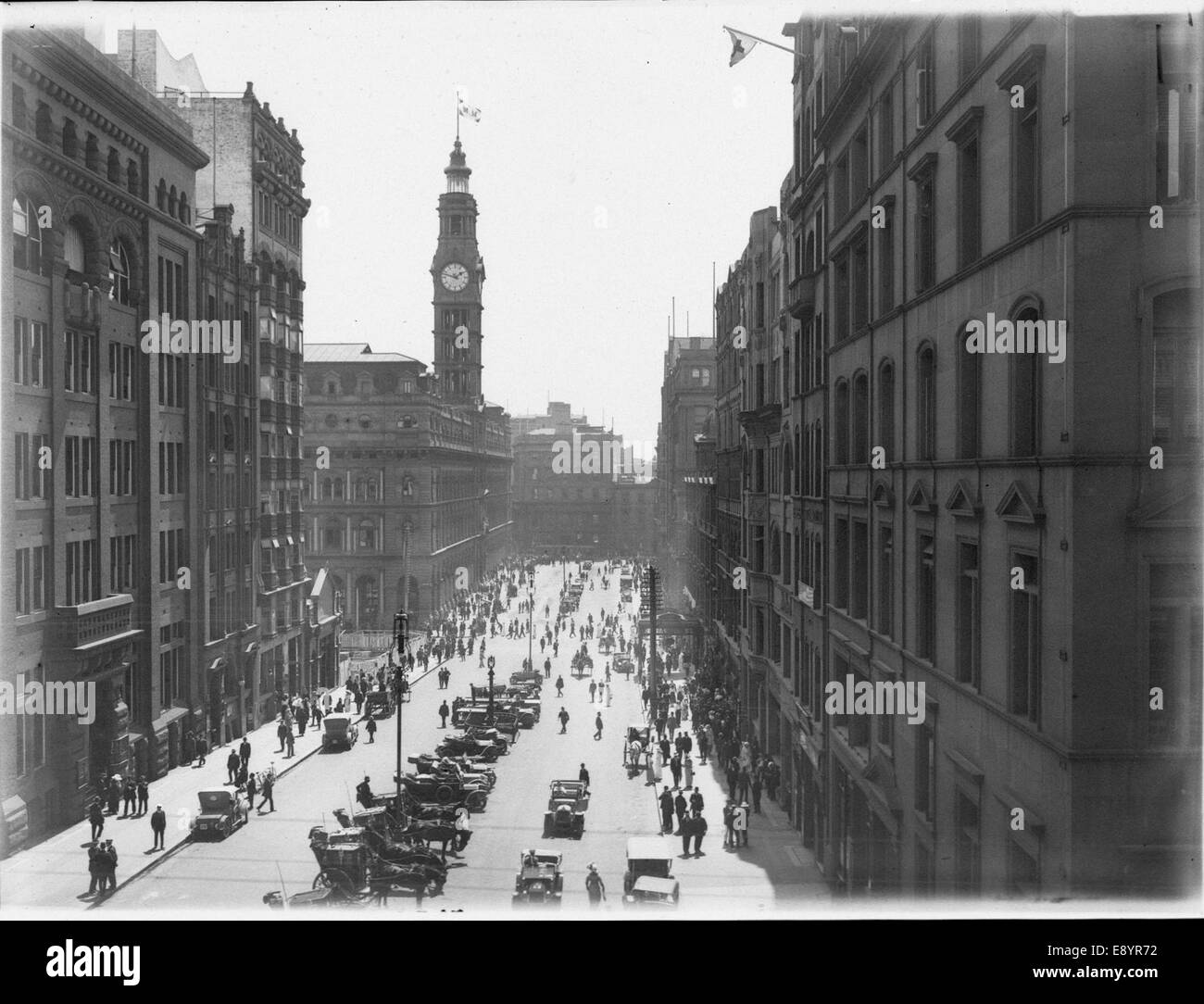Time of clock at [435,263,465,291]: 1:47
